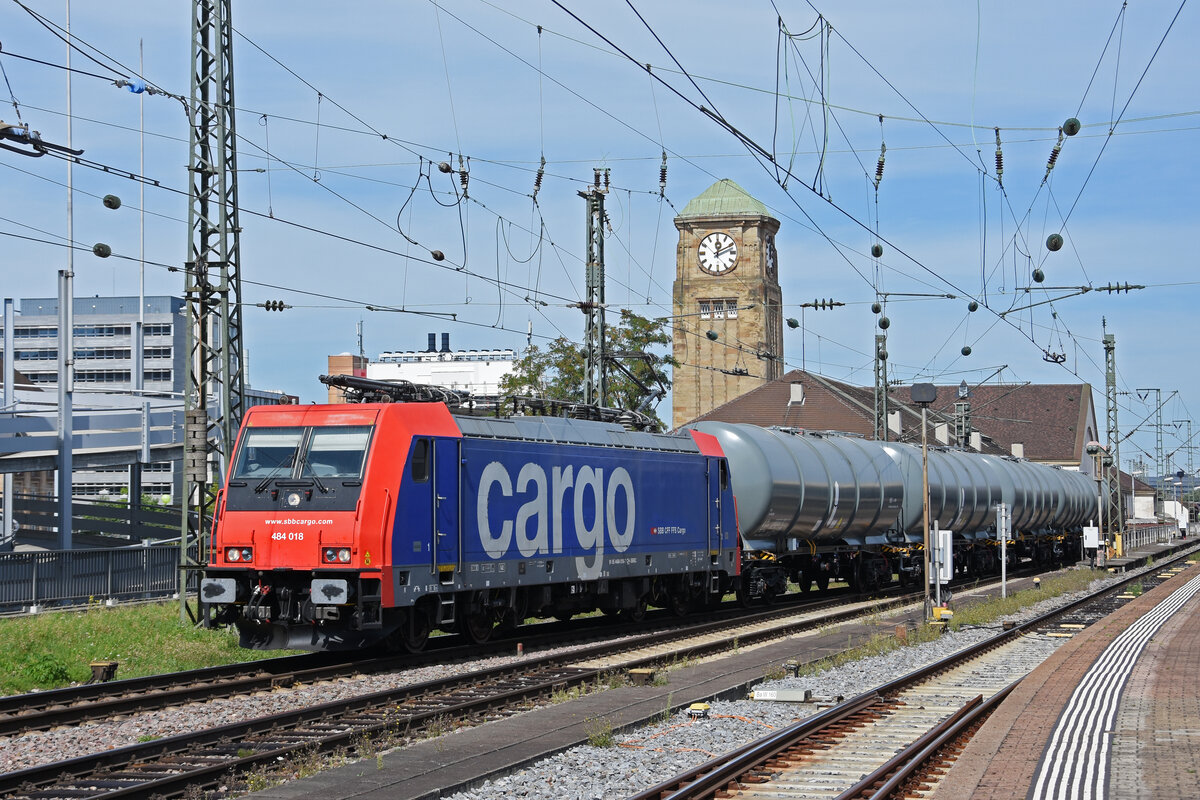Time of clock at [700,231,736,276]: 12:11
